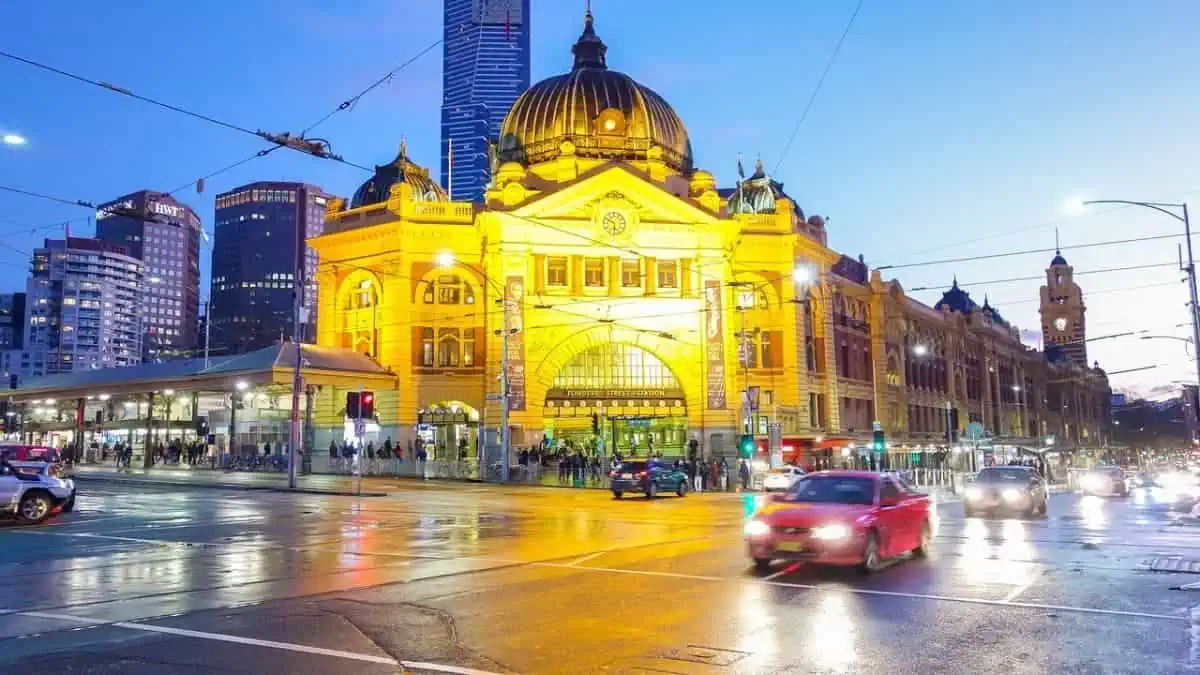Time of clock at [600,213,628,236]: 5:49
